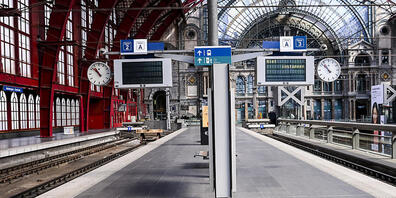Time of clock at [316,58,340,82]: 10:52
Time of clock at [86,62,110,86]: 10:52
